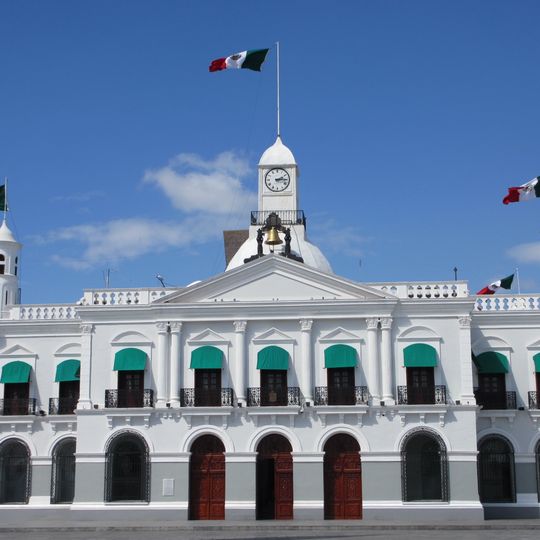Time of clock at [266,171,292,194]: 2:14
